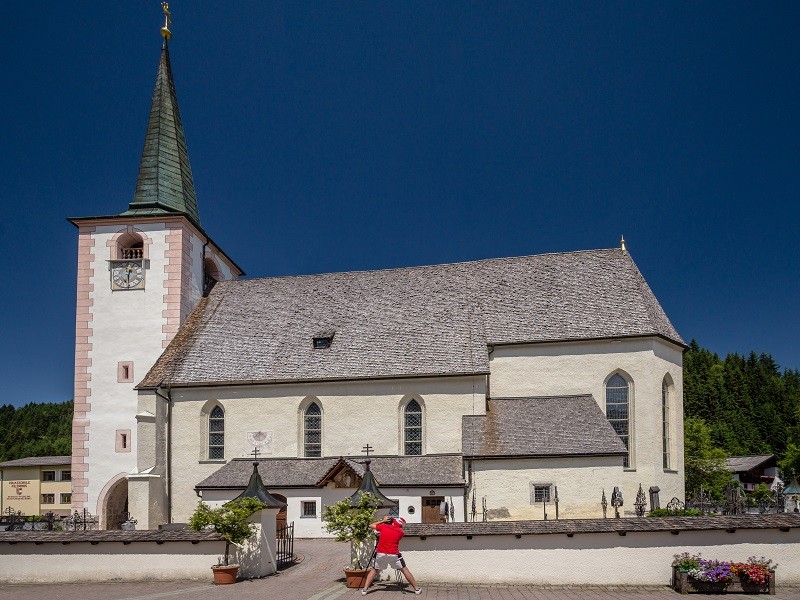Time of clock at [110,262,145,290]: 12:30
